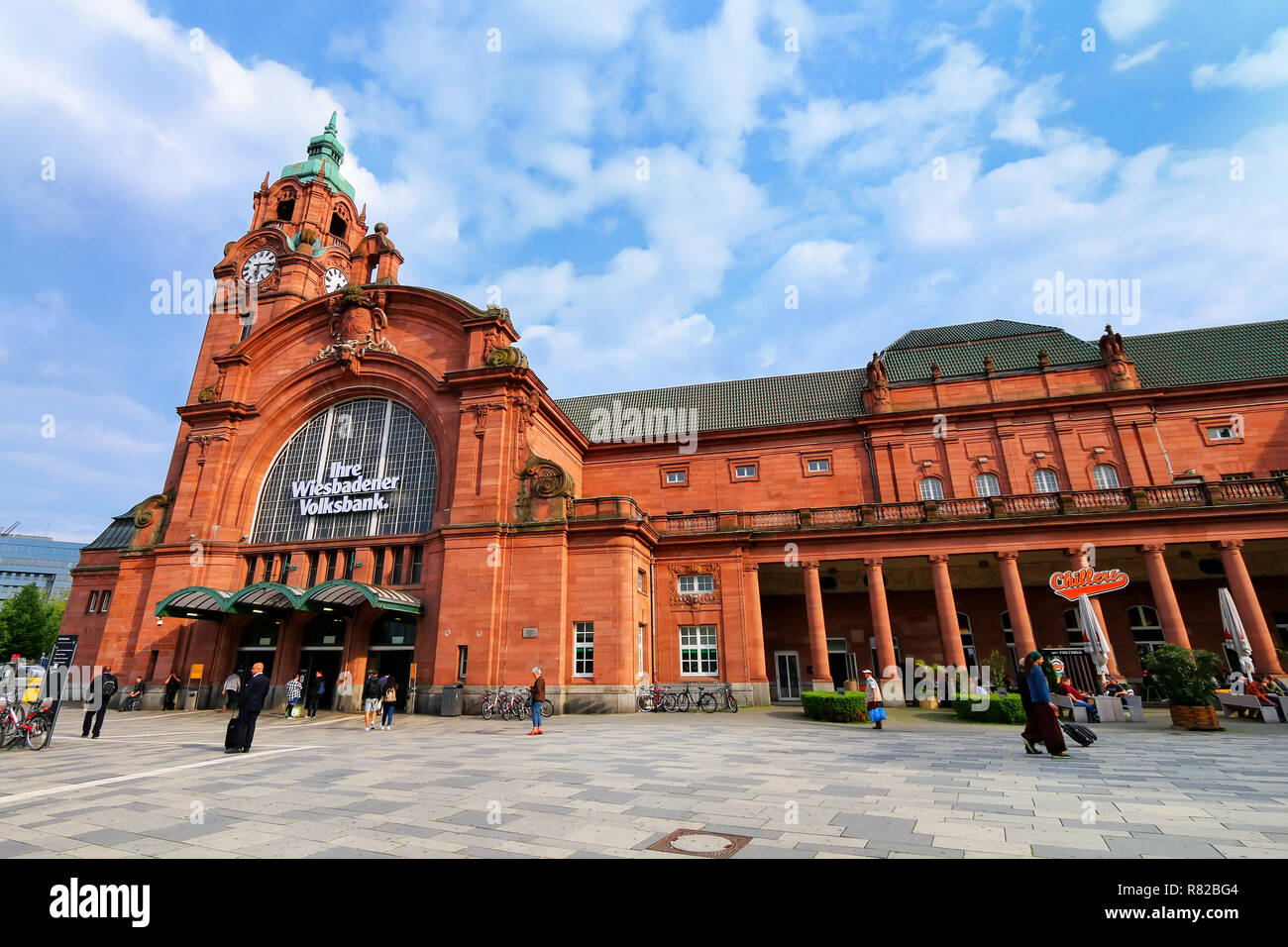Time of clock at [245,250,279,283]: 6:15
